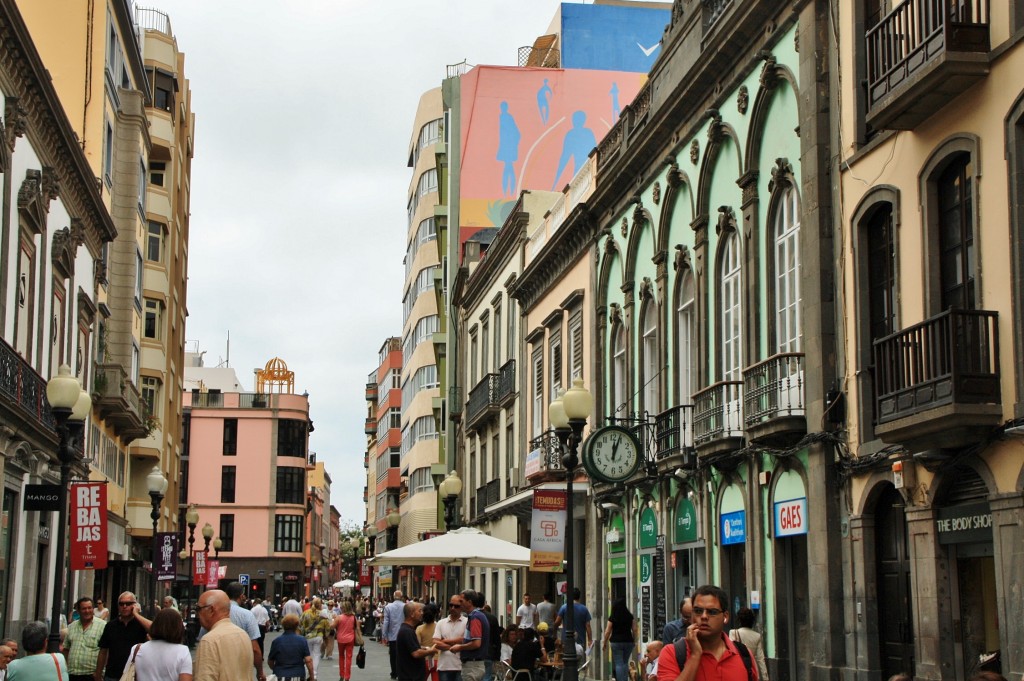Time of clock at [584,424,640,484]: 12:03
